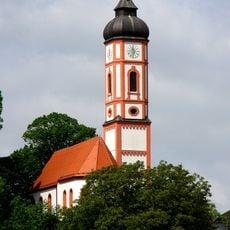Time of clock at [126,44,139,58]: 11:32
